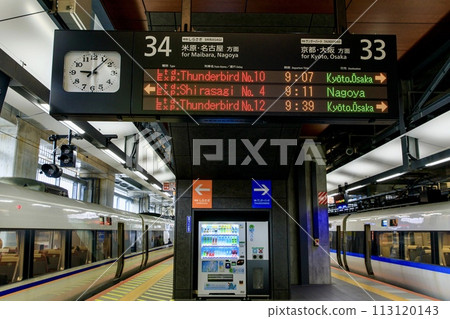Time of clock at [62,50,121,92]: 9:07
